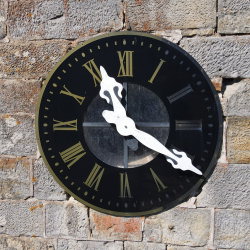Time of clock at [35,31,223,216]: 11:20
